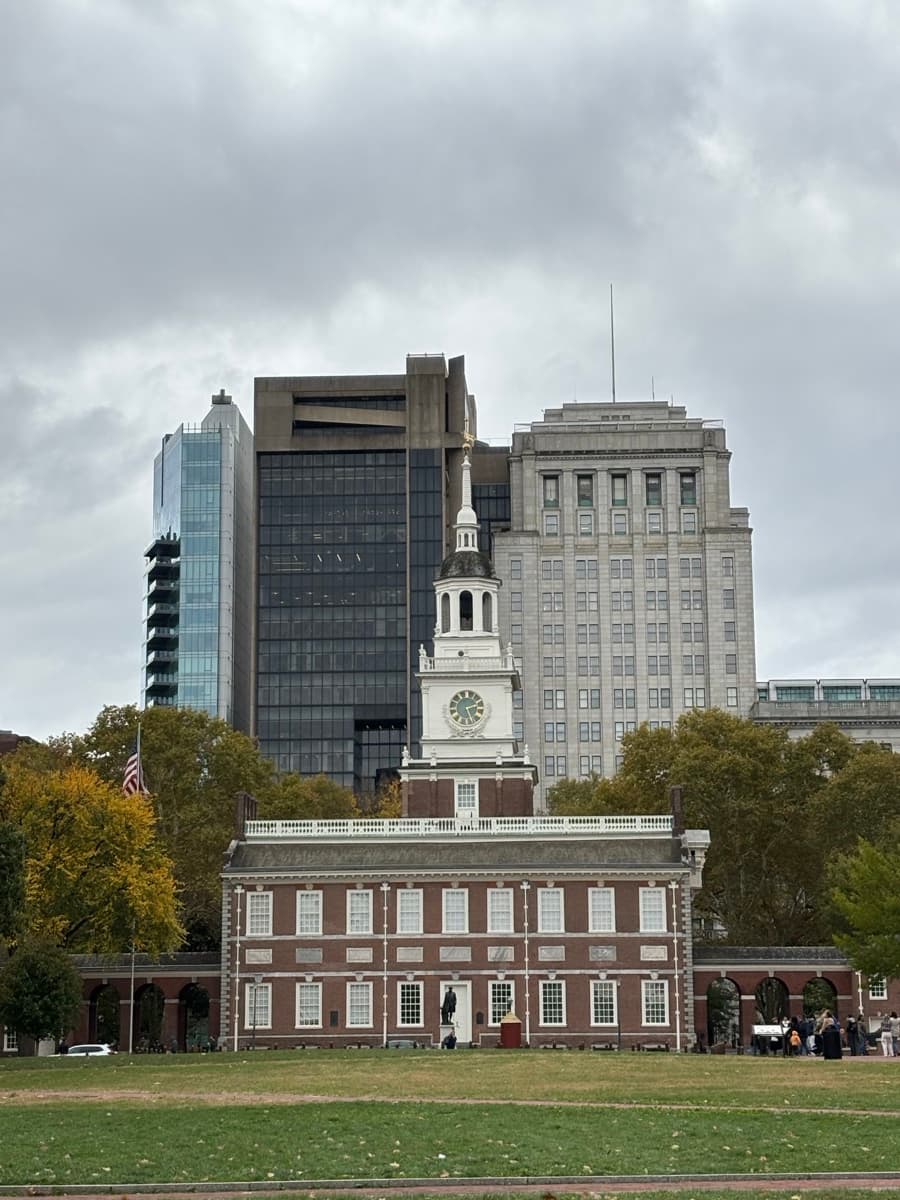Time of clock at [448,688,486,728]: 2:26
